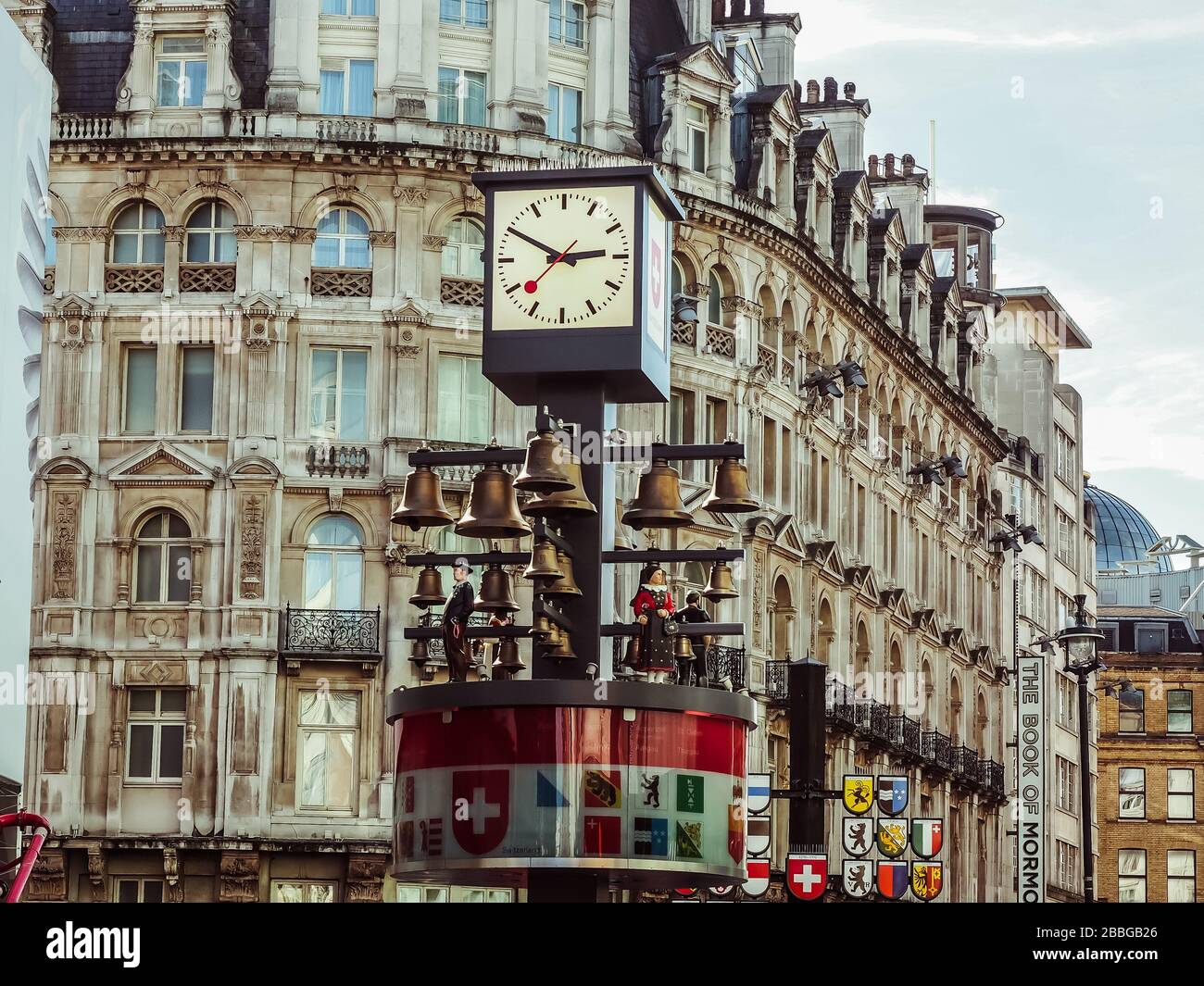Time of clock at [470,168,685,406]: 2:50
